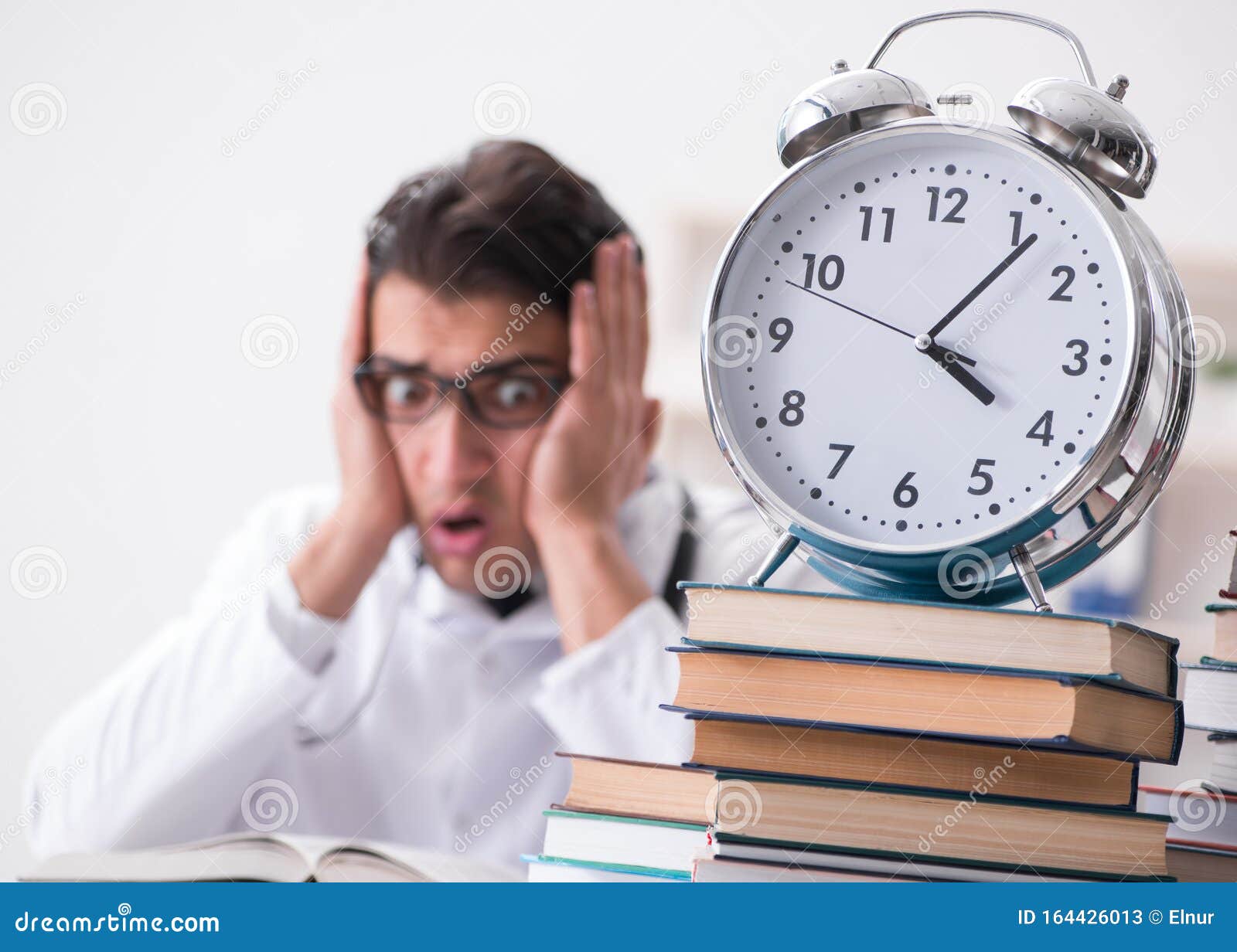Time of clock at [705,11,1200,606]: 4:06
